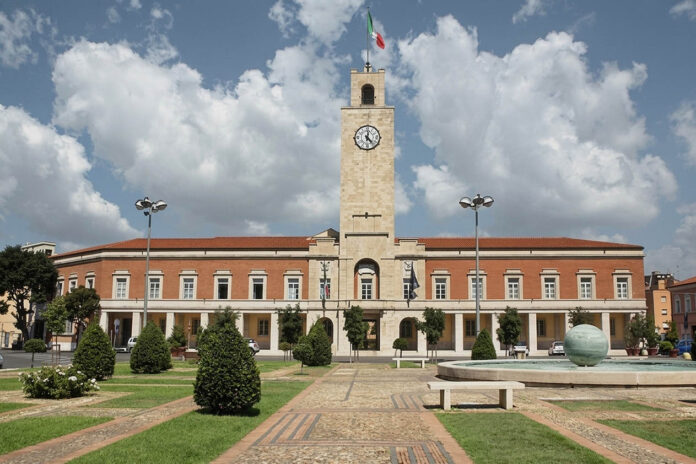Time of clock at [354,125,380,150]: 12:23
